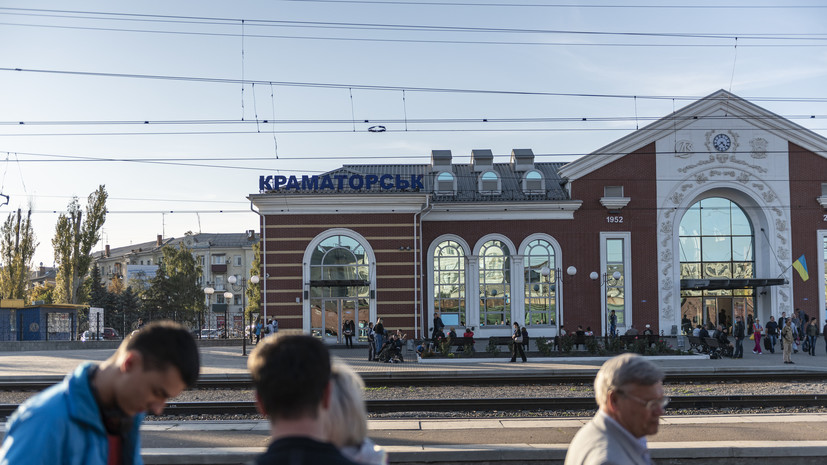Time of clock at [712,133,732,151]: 4:38
